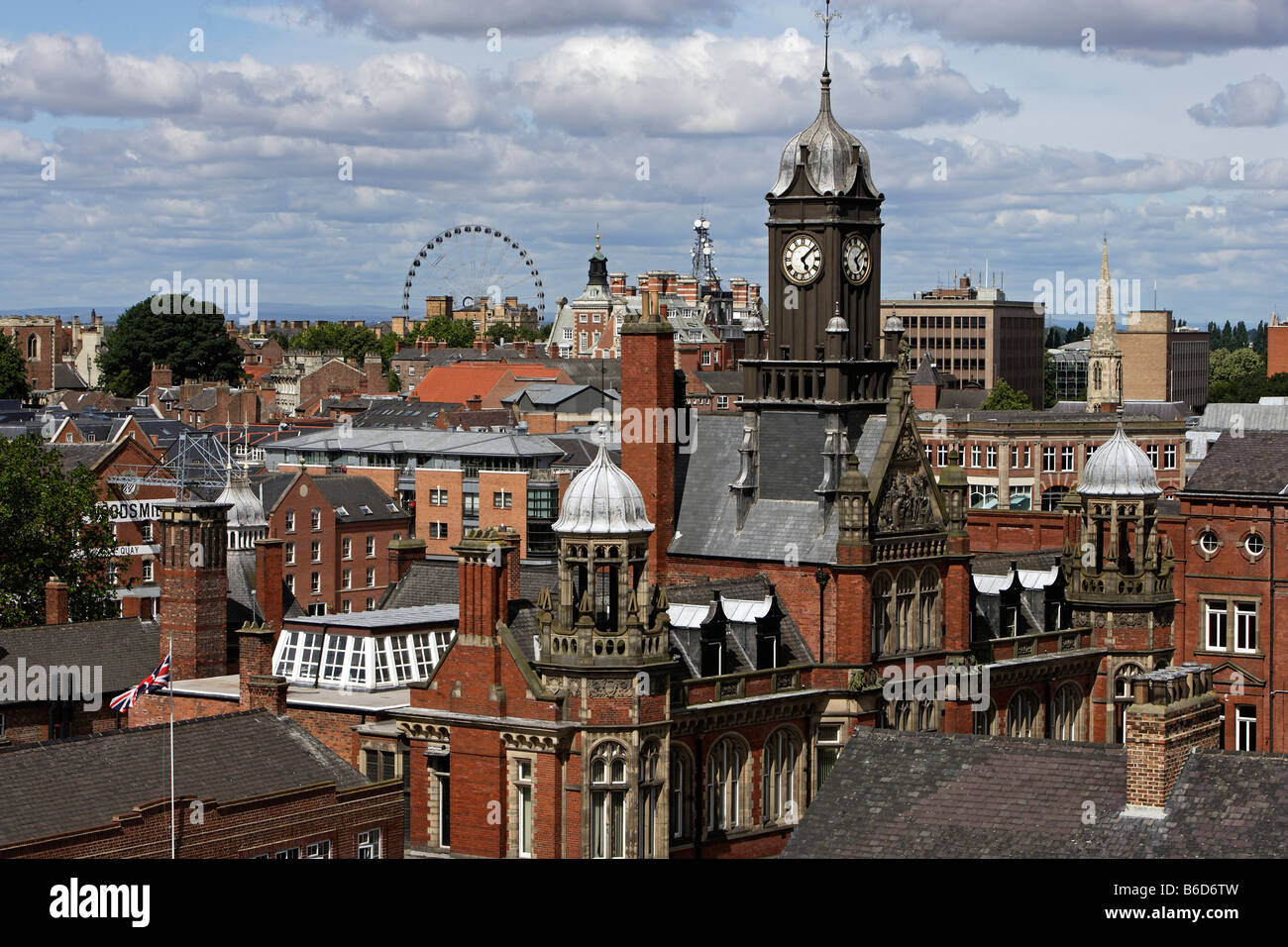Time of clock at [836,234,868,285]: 5:08
